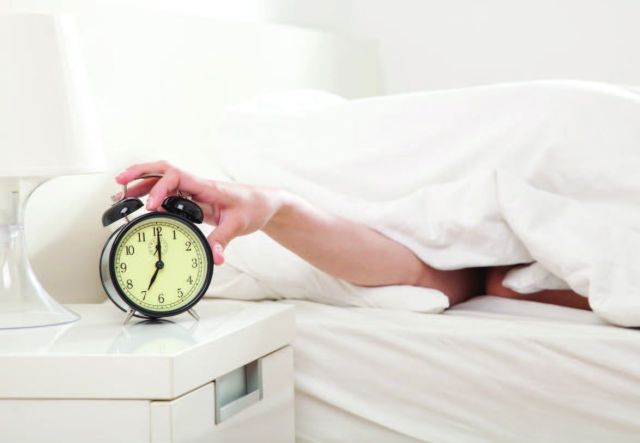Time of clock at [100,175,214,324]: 7:00
